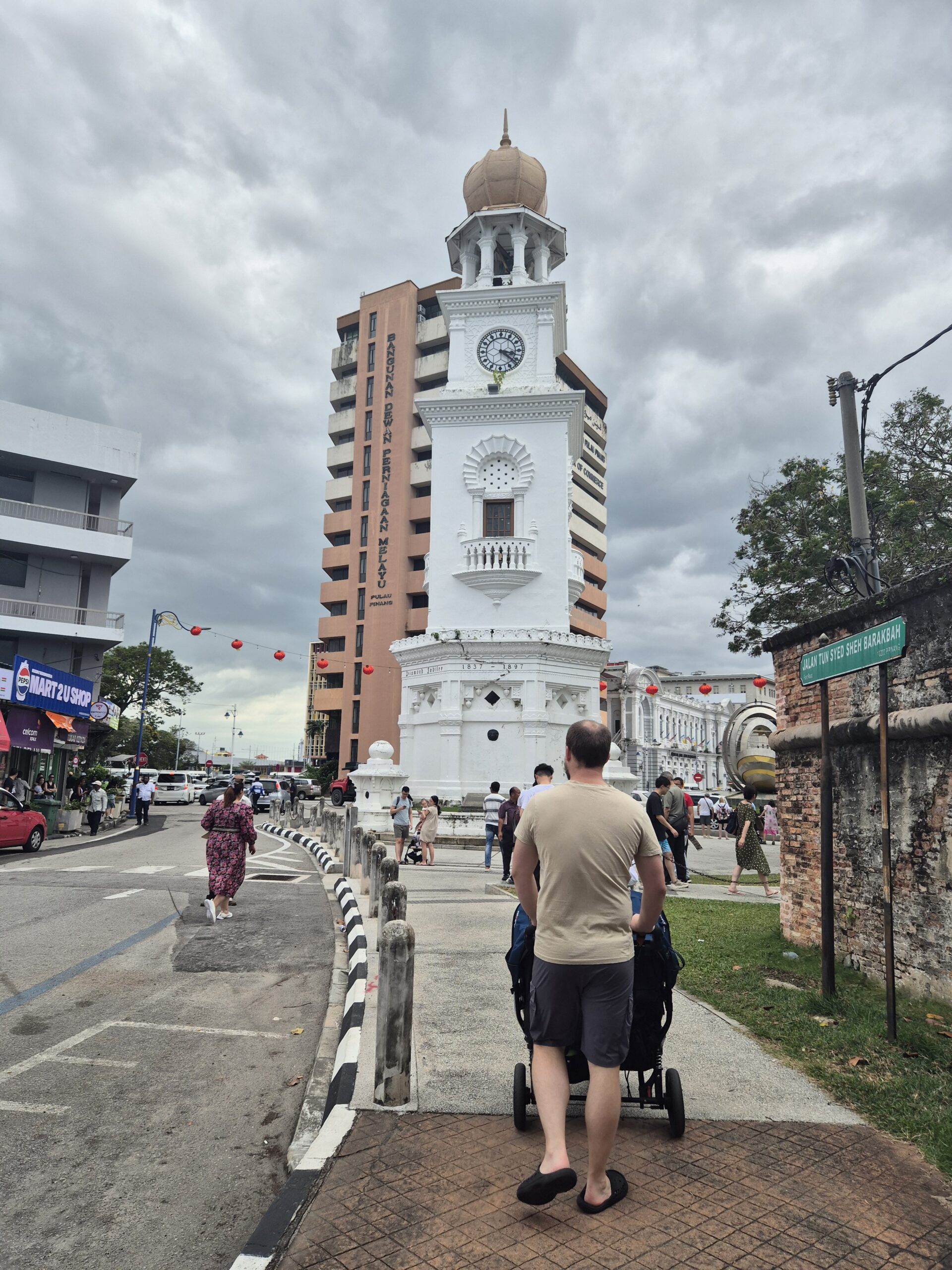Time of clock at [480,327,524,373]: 3:21
